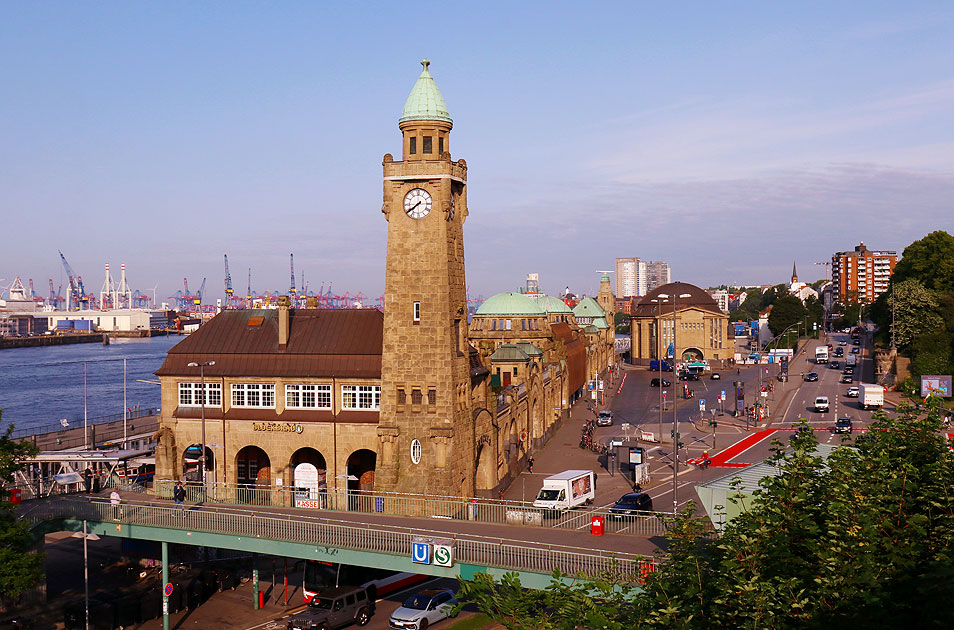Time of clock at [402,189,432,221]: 7:39
